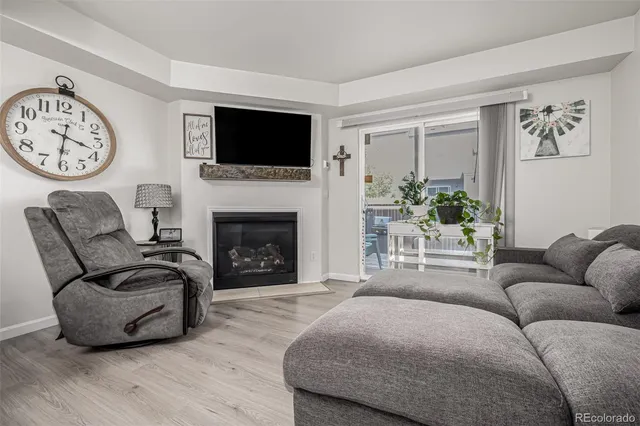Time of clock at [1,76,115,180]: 3:31
